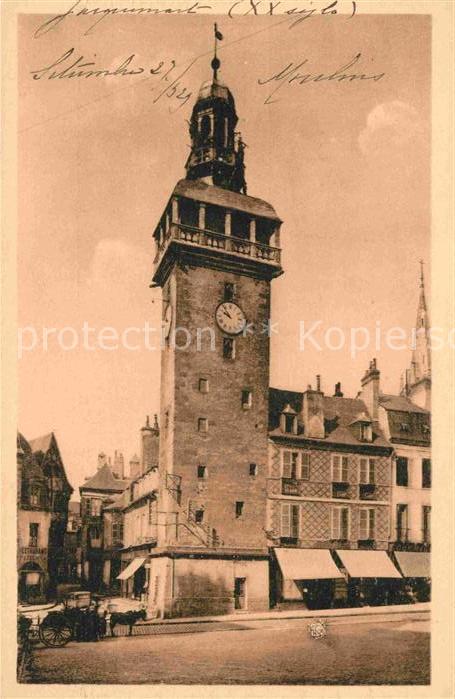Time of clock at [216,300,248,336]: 9:53
